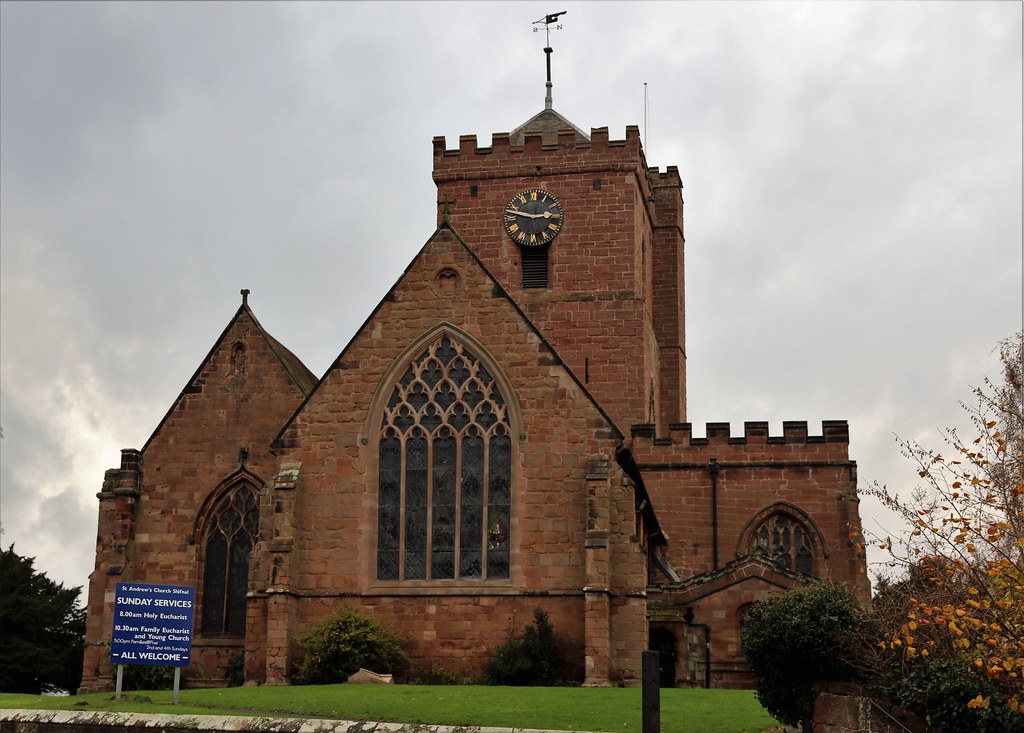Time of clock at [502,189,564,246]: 2:47
